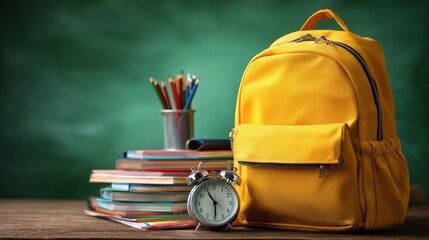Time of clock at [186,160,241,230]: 5:55
